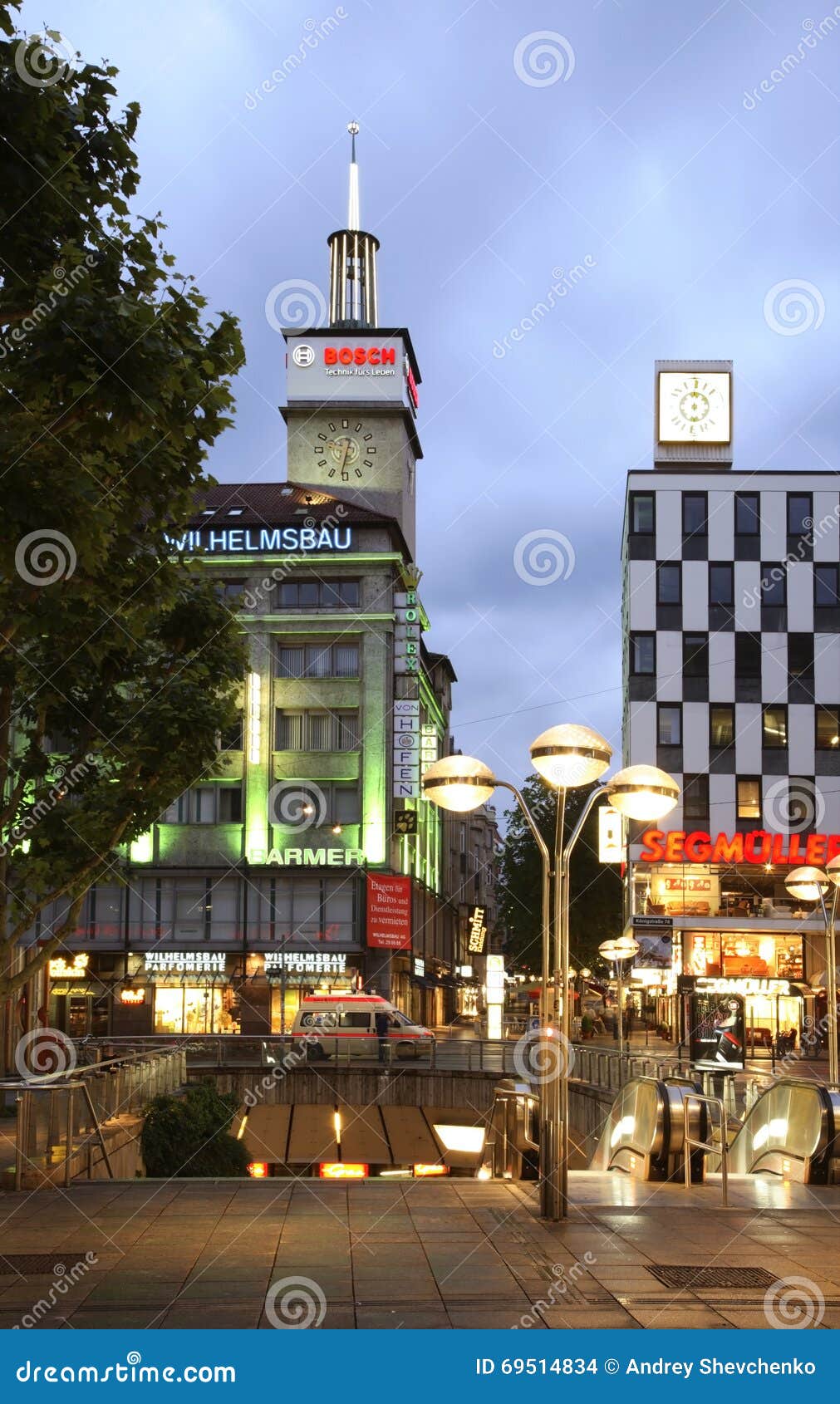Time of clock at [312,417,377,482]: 12:32
